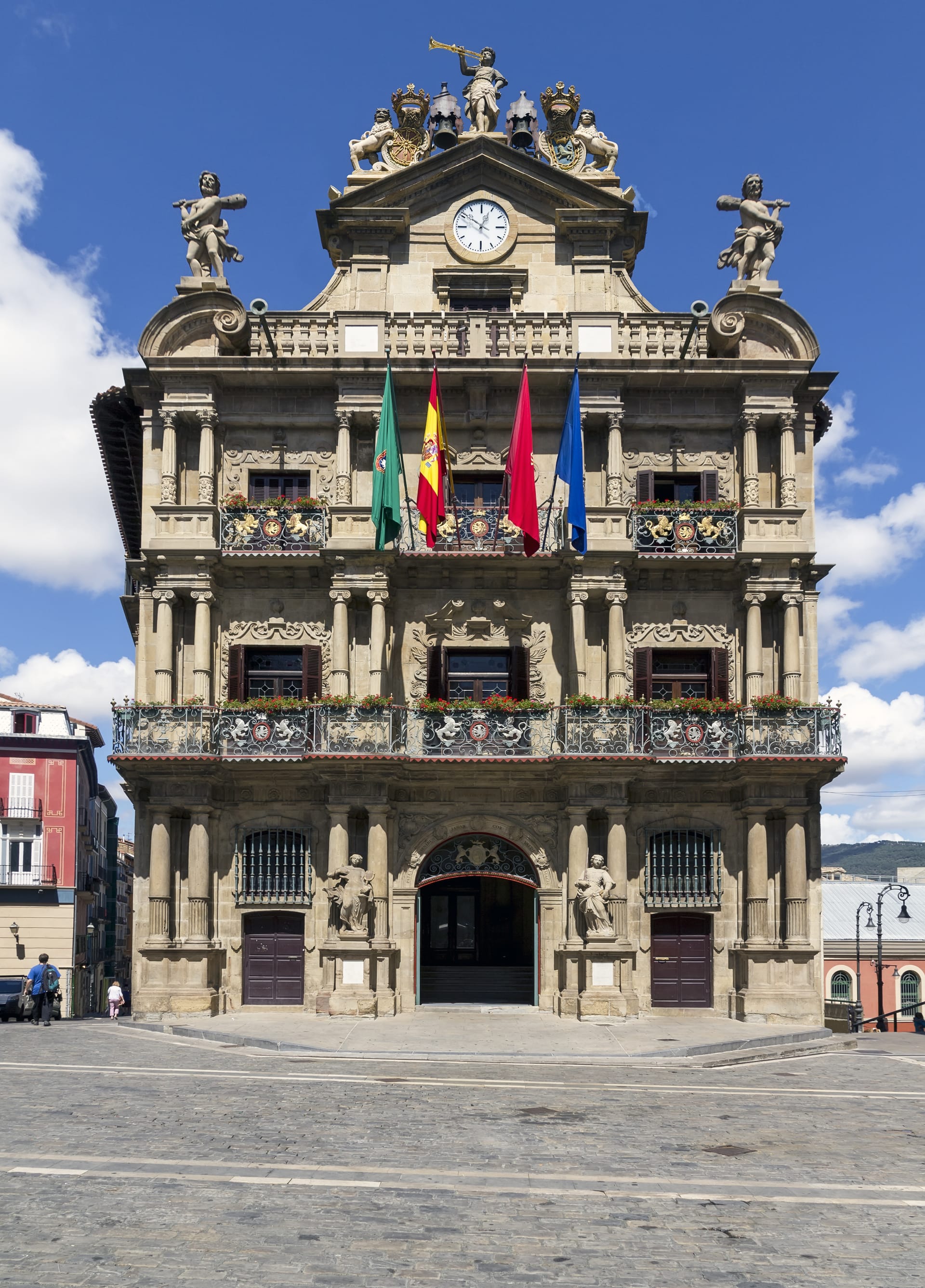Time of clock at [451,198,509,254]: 12:51
